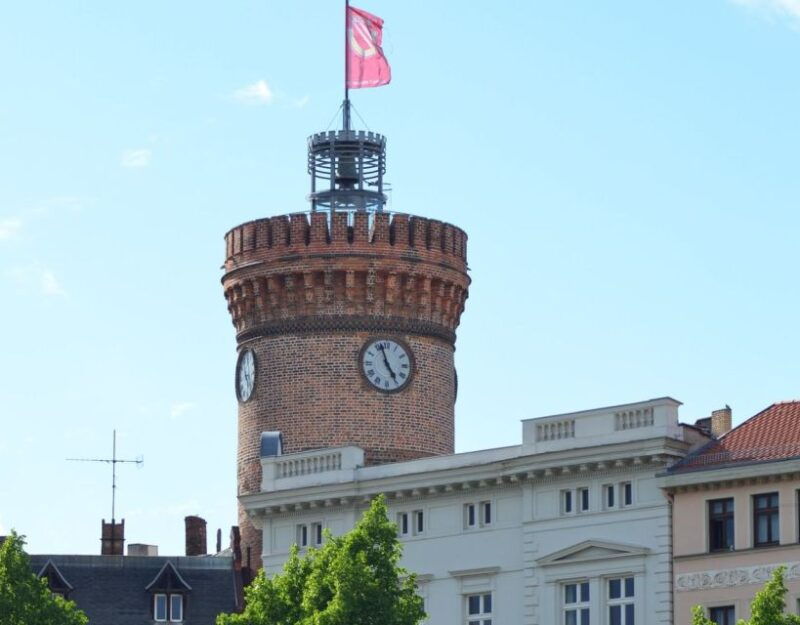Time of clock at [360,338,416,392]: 4:56
